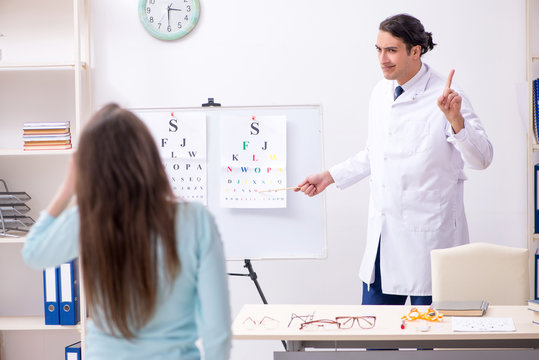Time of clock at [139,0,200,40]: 3:30
